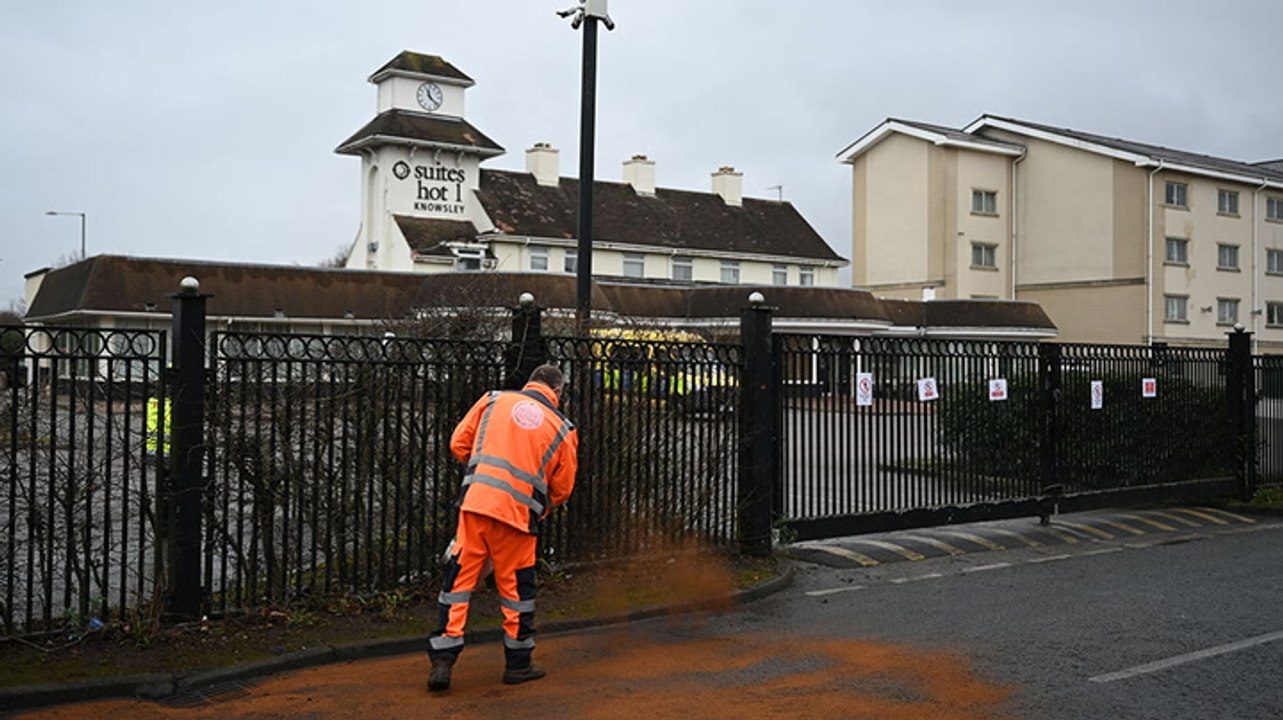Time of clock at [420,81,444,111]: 11:21
